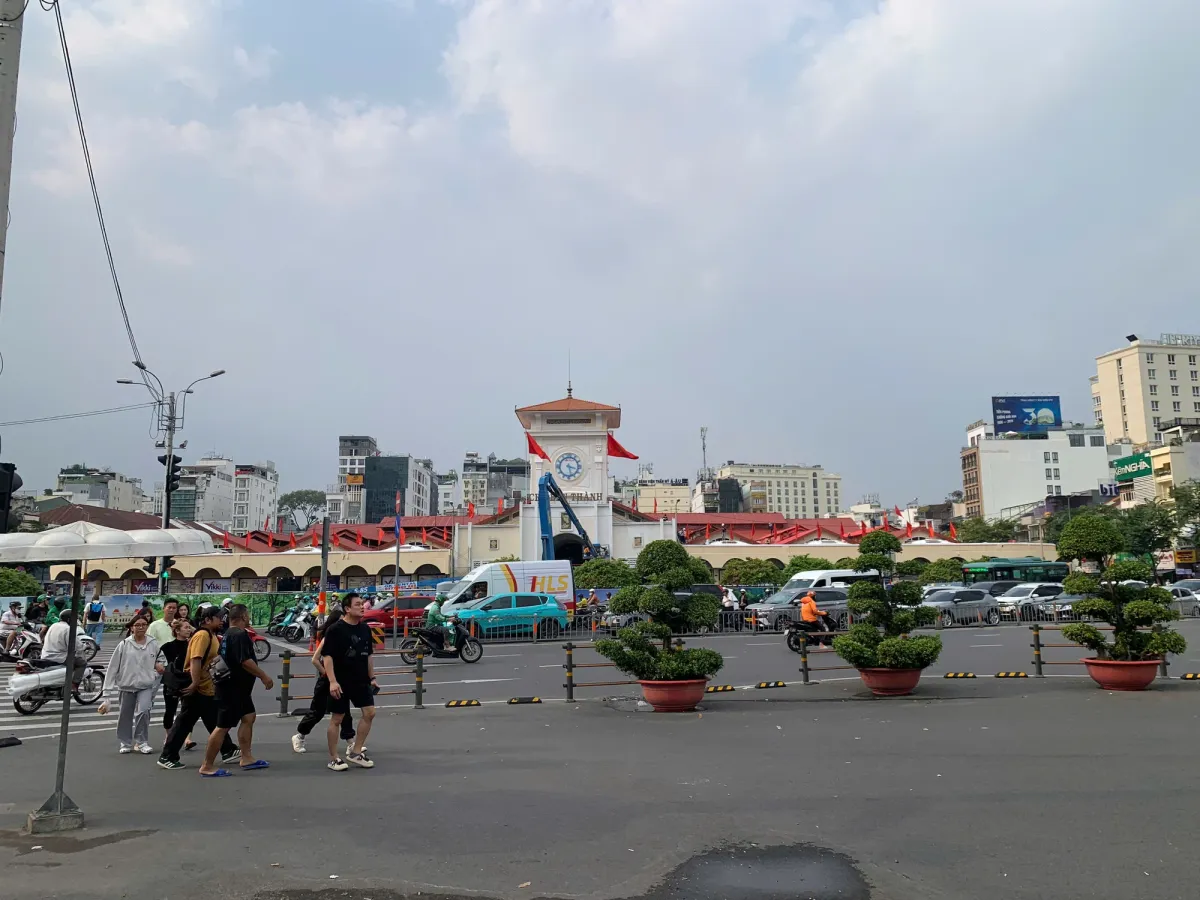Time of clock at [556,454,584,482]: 3:27
